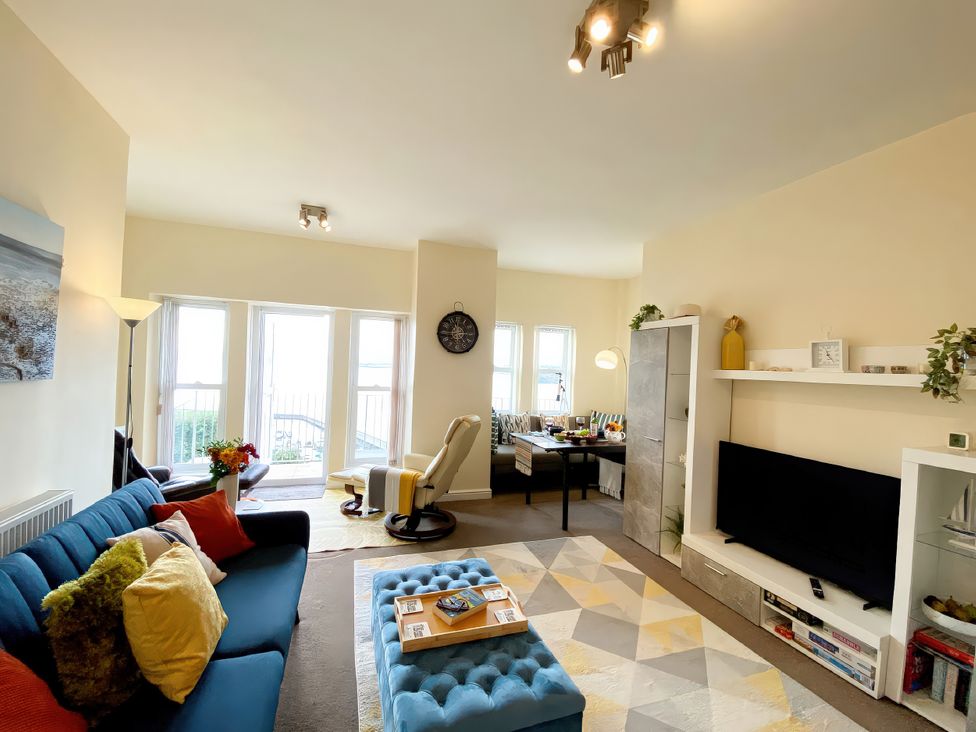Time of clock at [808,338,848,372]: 11:22
